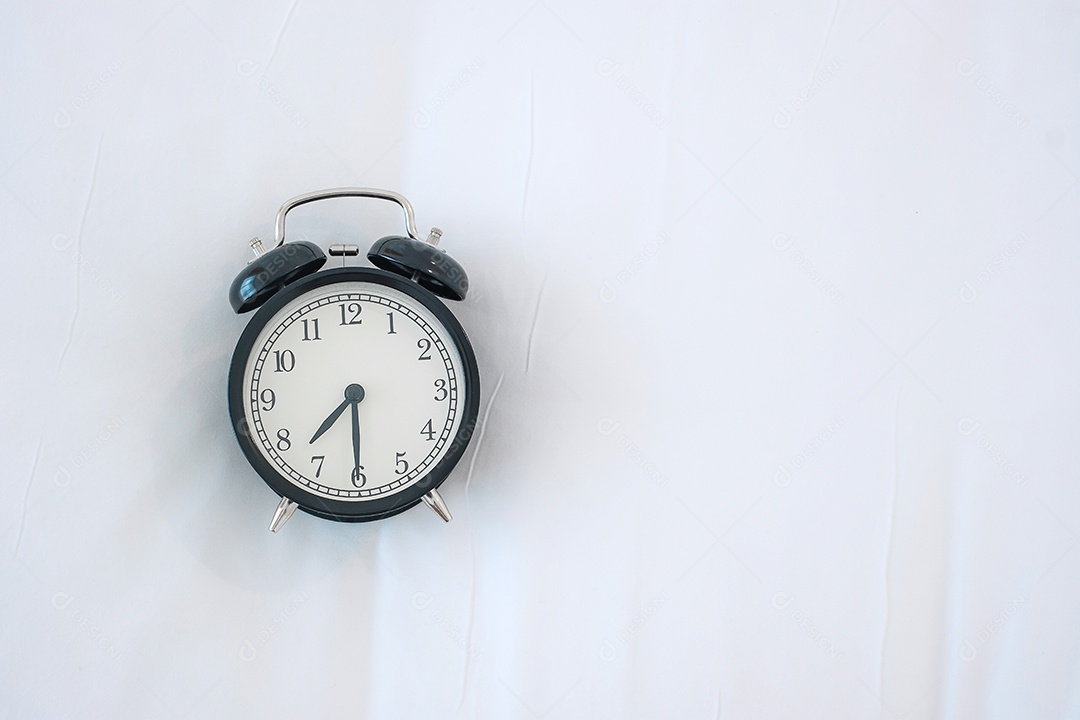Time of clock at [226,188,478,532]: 7:30
